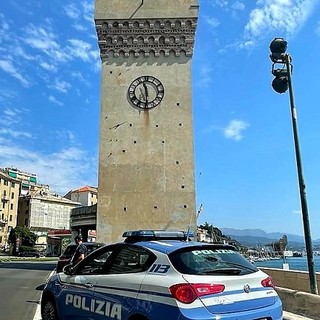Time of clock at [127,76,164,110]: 11:30
